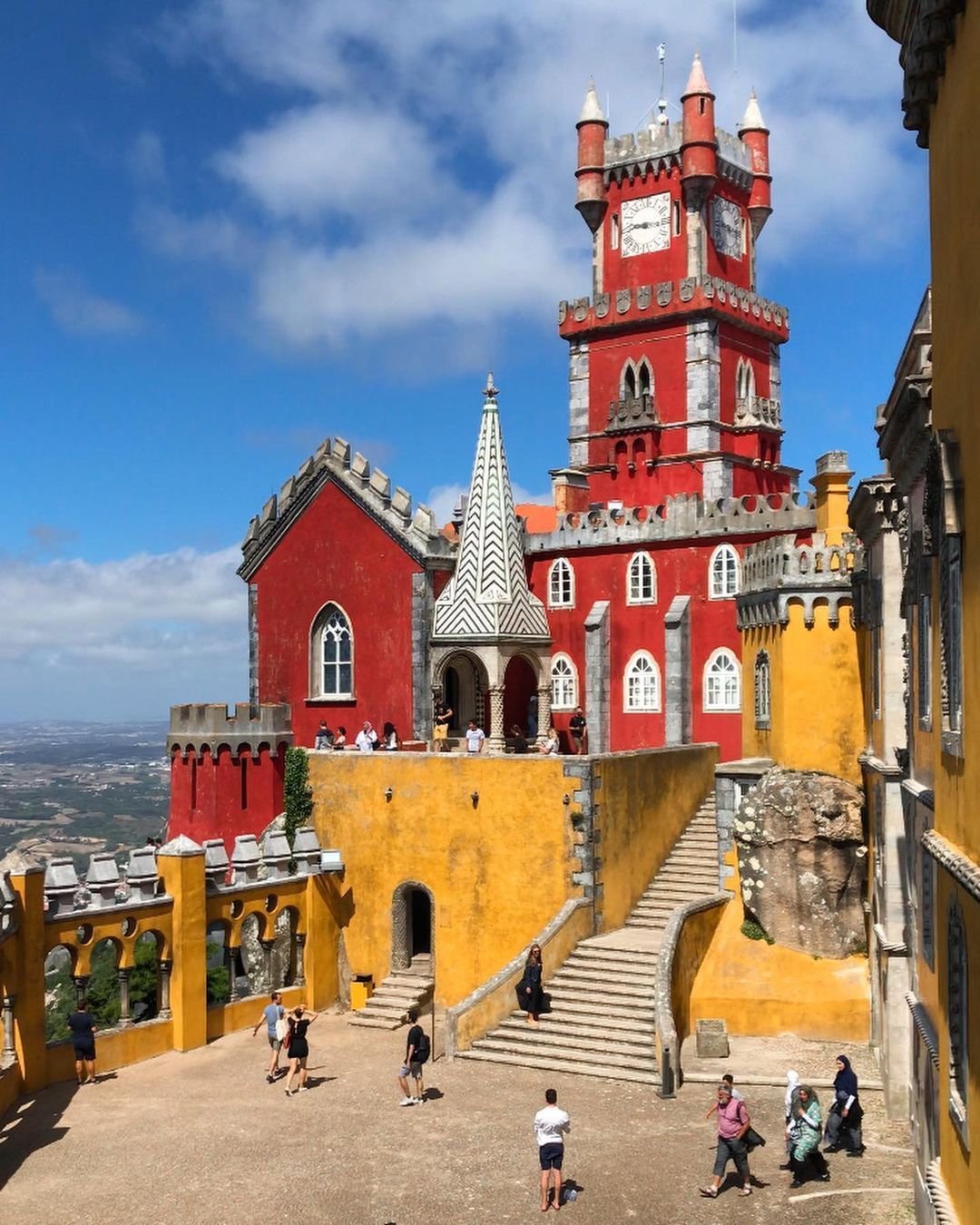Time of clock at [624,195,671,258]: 8:15
